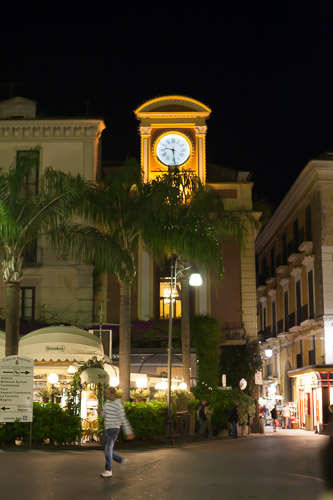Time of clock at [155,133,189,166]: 9:28
